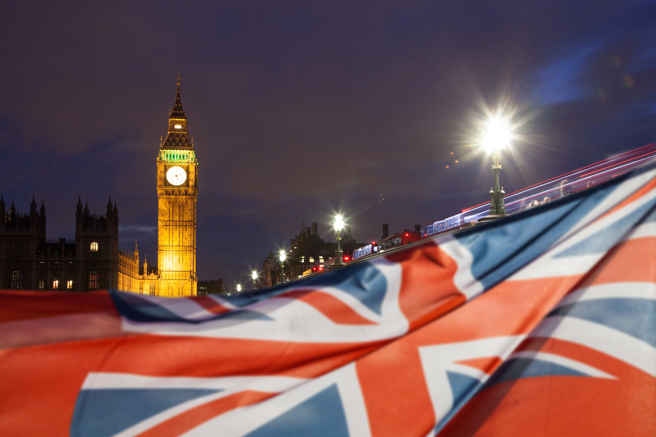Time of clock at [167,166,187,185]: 5:13
